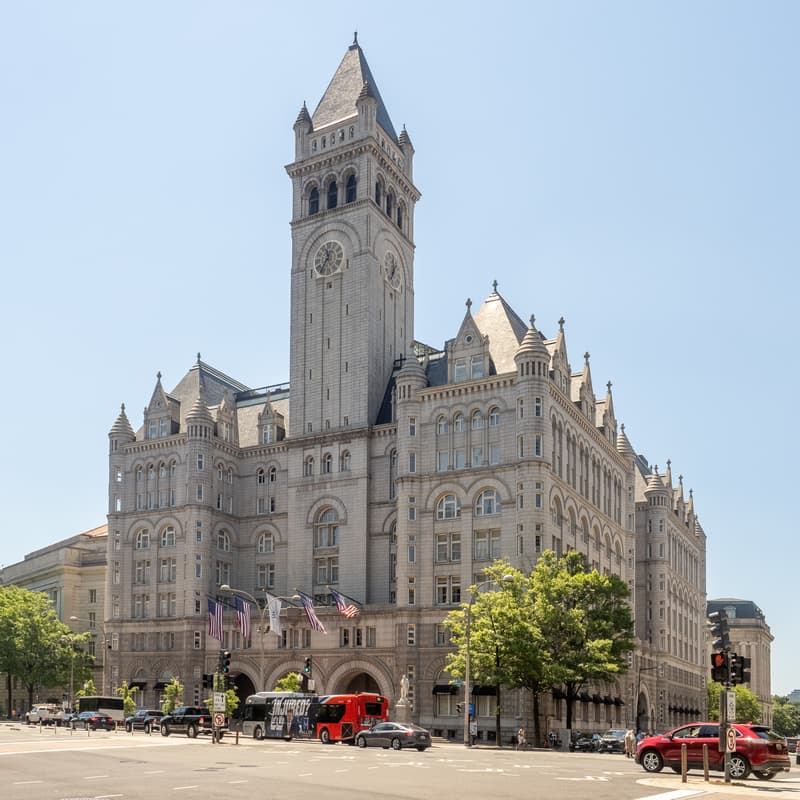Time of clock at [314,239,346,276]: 11:35
